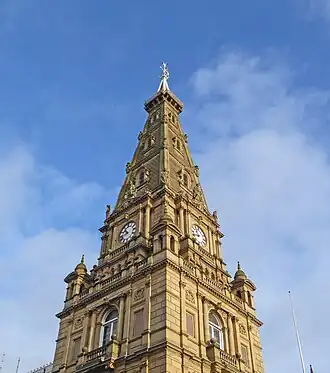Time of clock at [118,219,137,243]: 10:42
